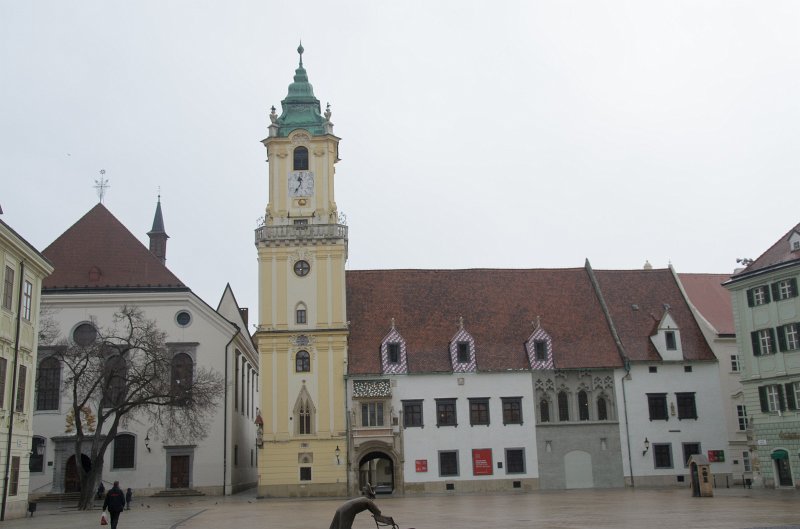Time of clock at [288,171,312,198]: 11:35
